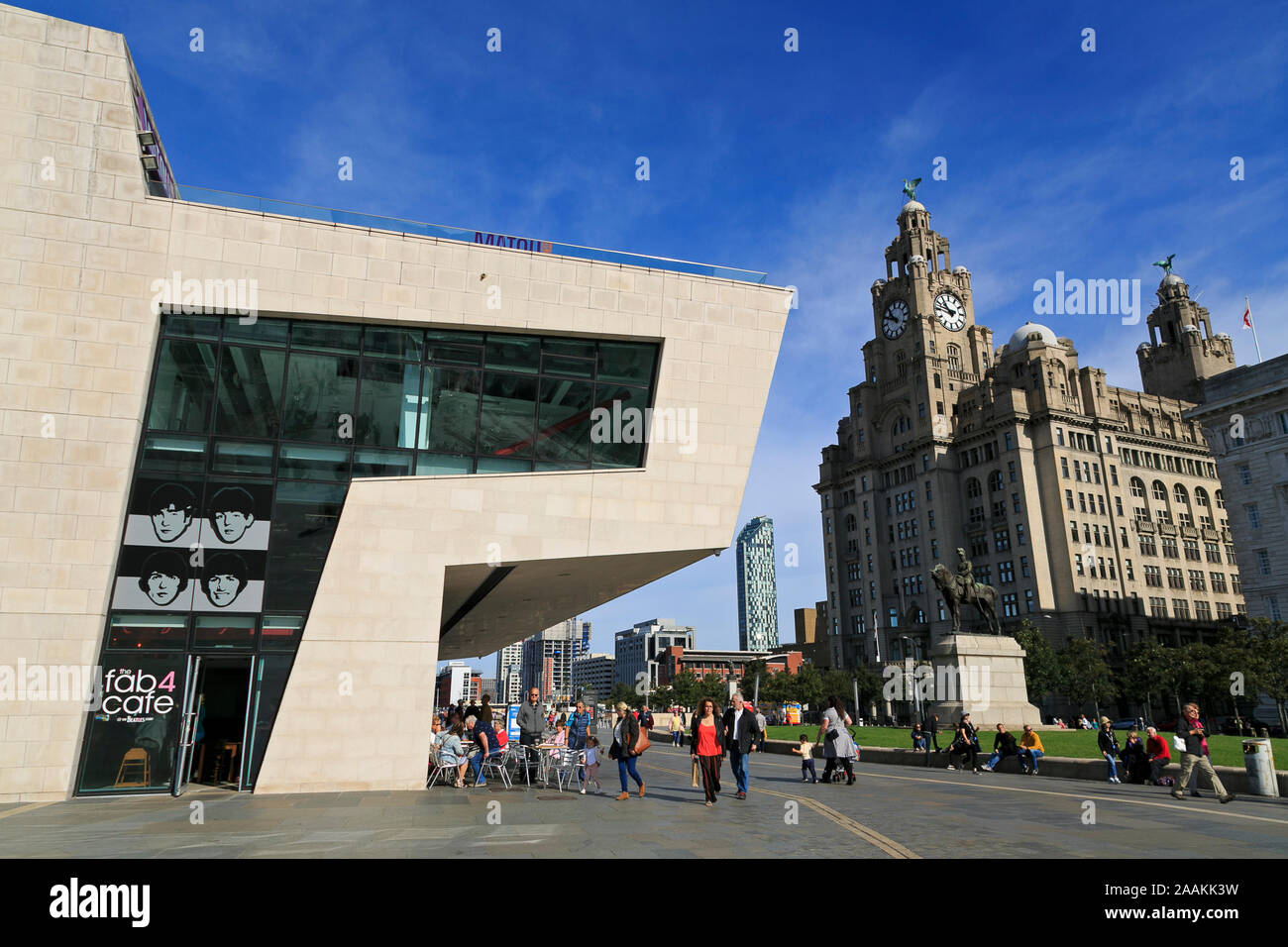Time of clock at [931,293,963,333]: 10:47
